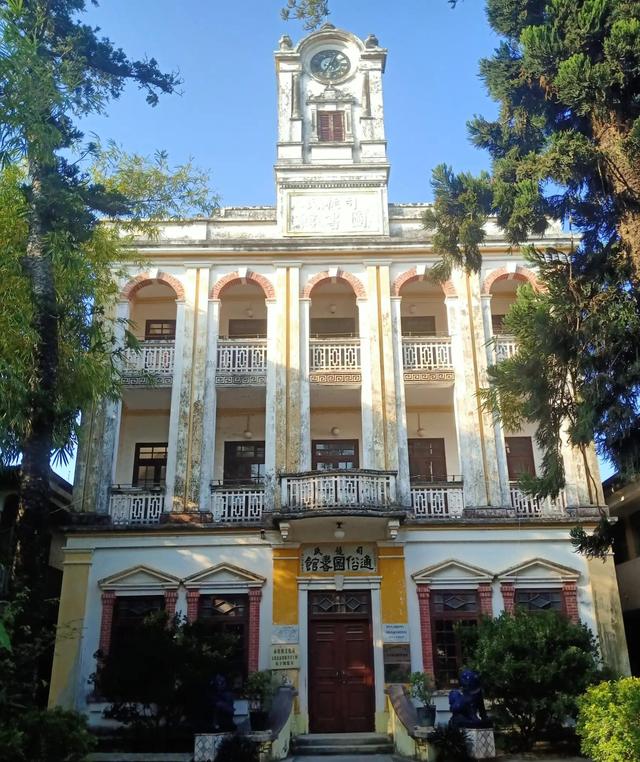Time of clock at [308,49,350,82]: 7:03
